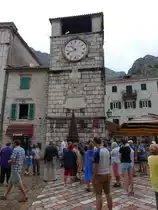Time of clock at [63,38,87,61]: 10:41
